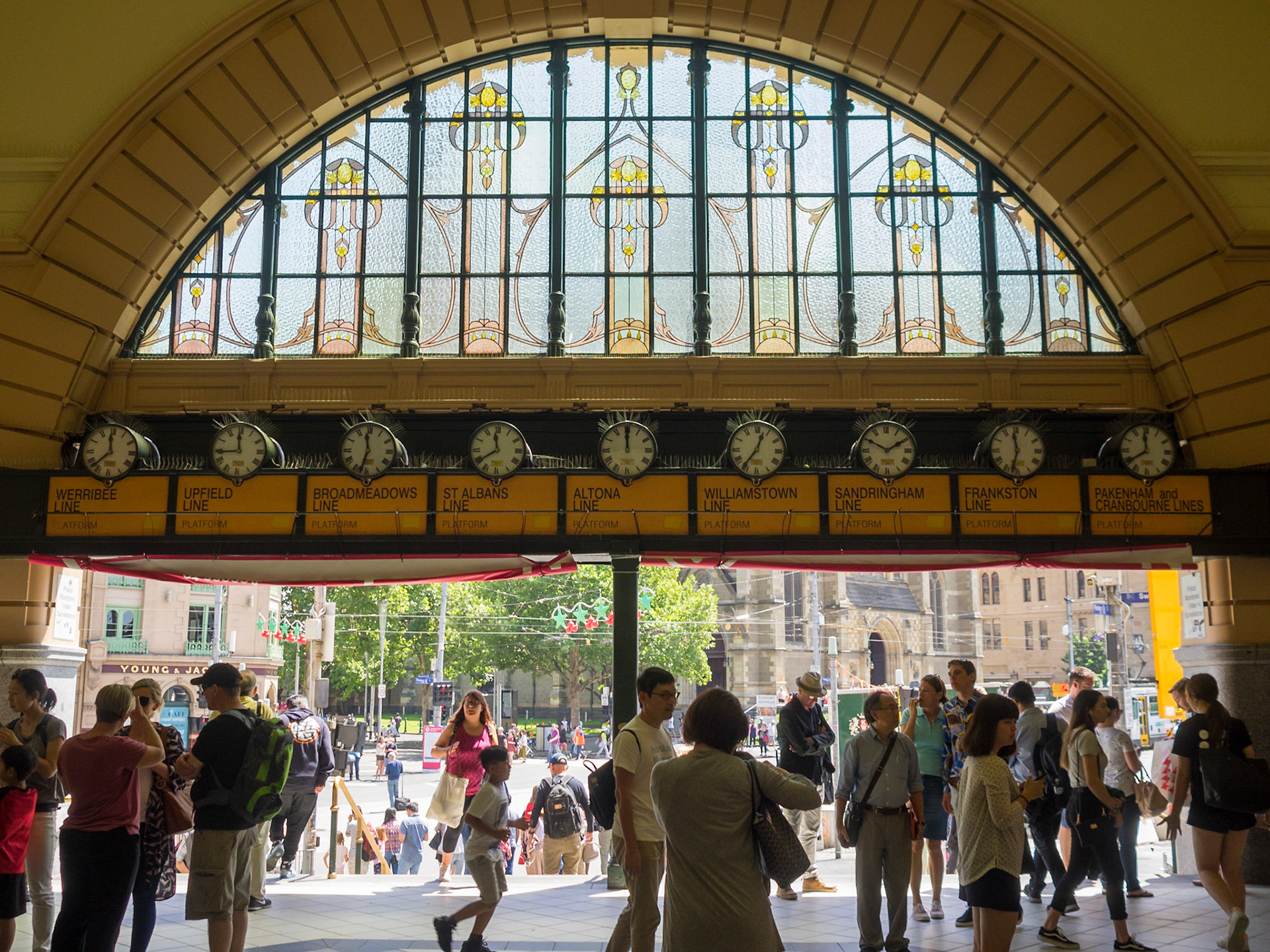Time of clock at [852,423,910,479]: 1:50
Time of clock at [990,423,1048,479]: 11:32
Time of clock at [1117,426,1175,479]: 11:39
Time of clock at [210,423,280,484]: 11:44
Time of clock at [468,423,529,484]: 11:39
